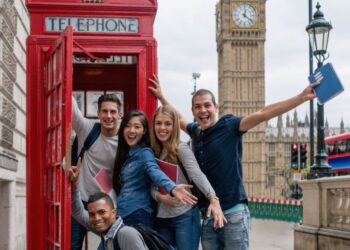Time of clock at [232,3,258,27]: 12:21
